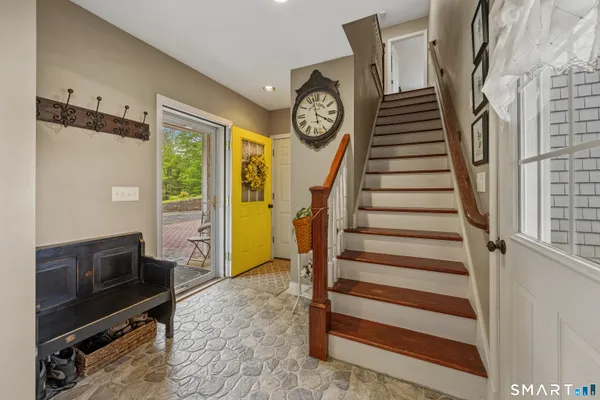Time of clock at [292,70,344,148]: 3:58
